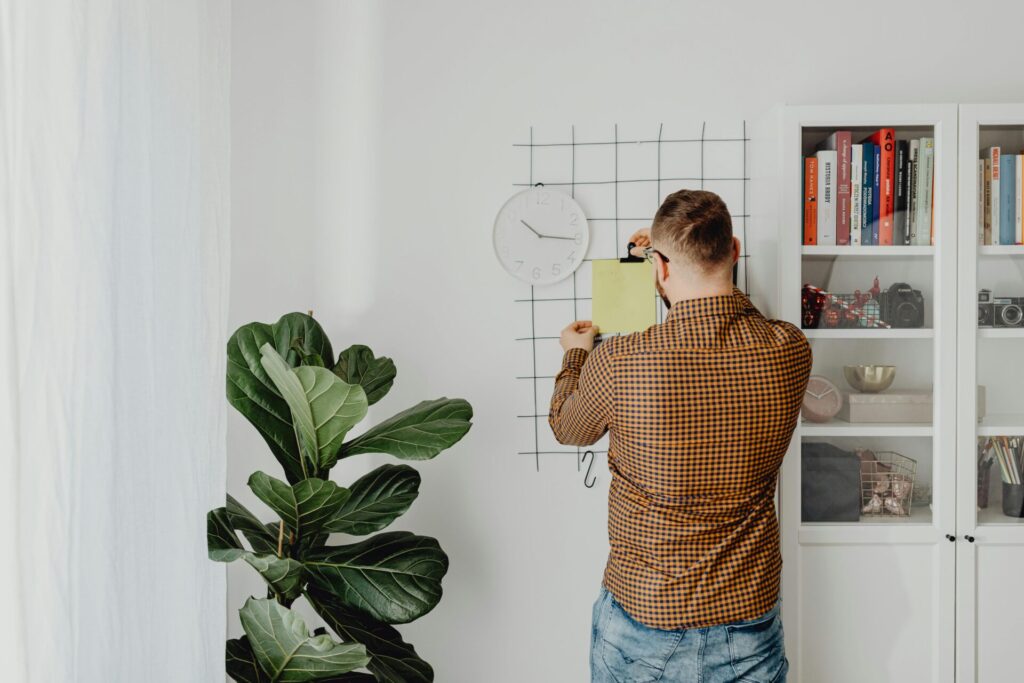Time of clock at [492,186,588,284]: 10:15
